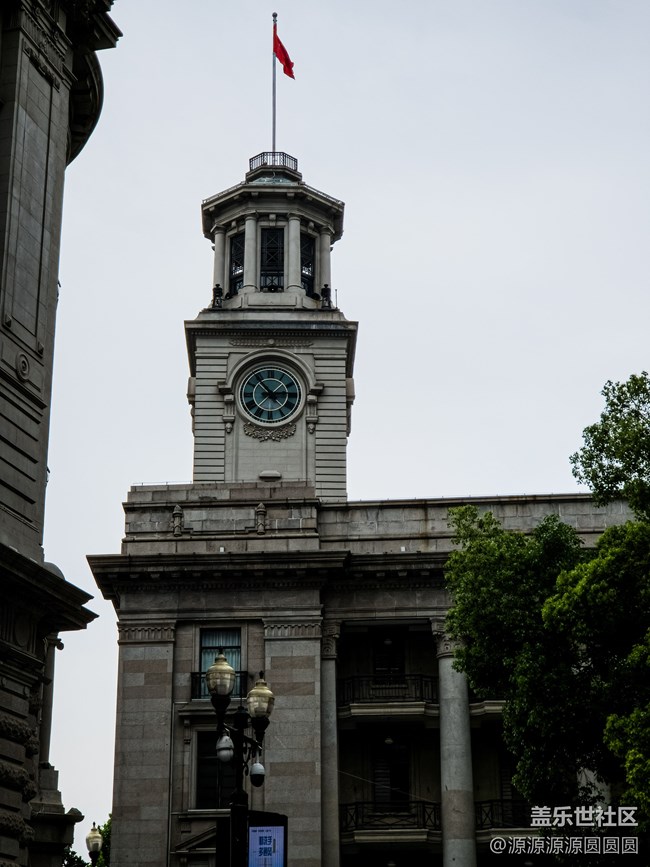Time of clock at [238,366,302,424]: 2:53
